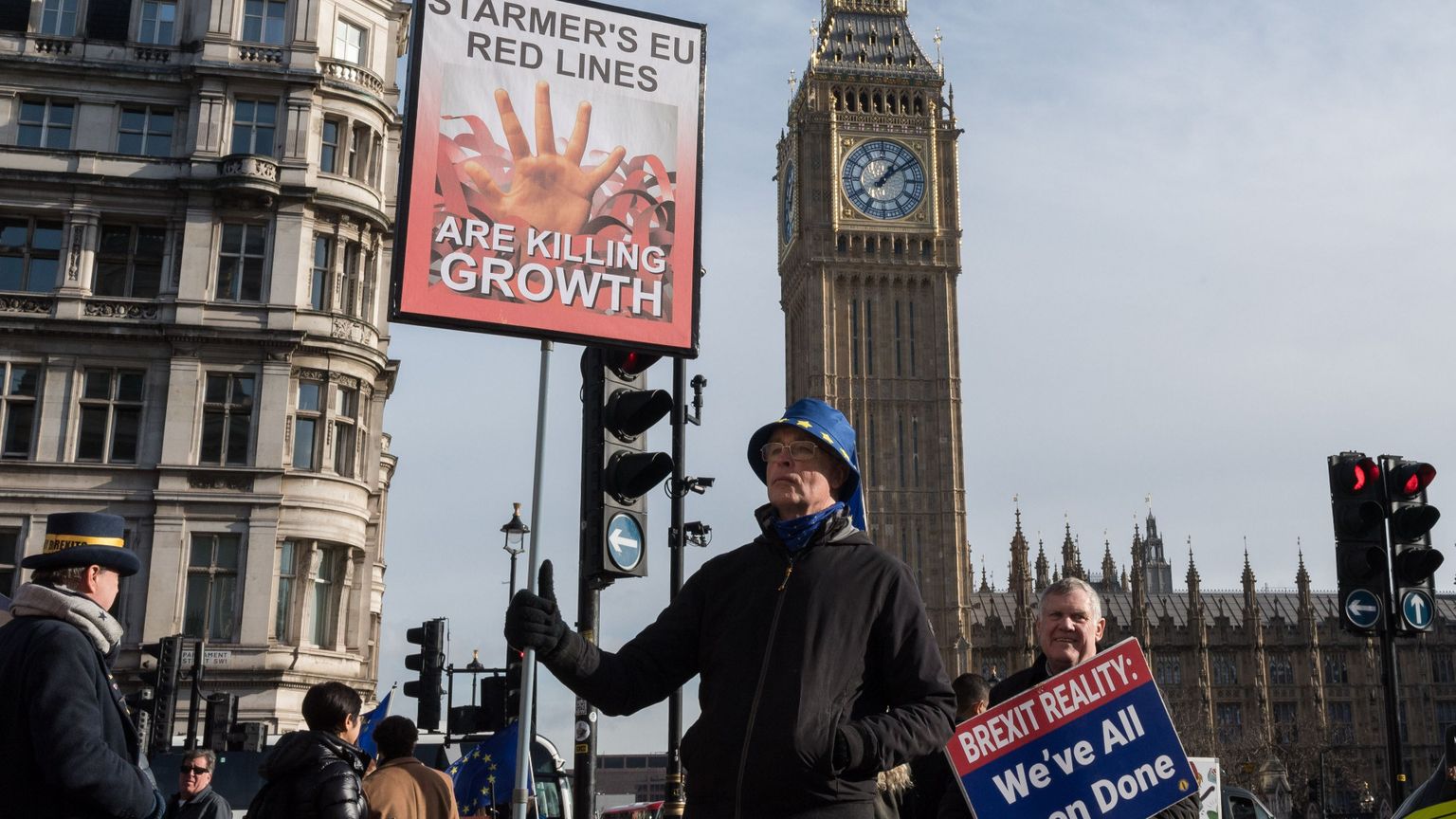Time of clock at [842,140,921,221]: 1:08
